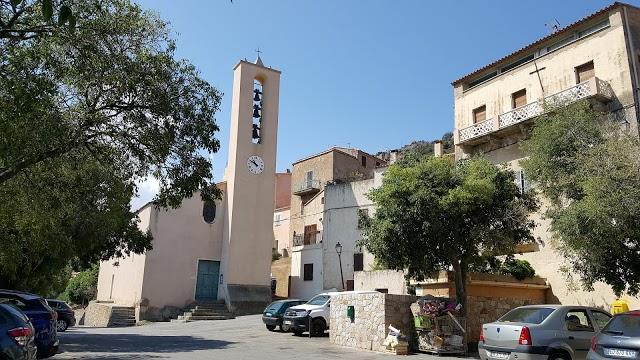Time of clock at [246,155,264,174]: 10:50
